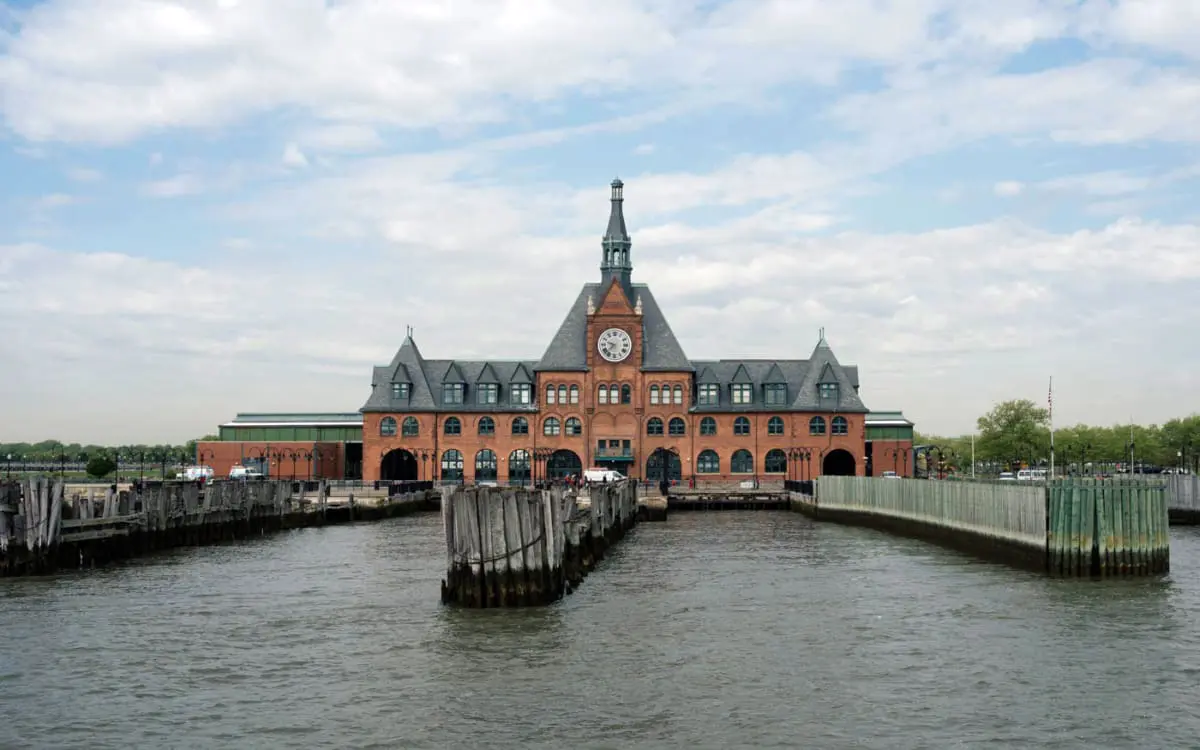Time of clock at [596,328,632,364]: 9:37
